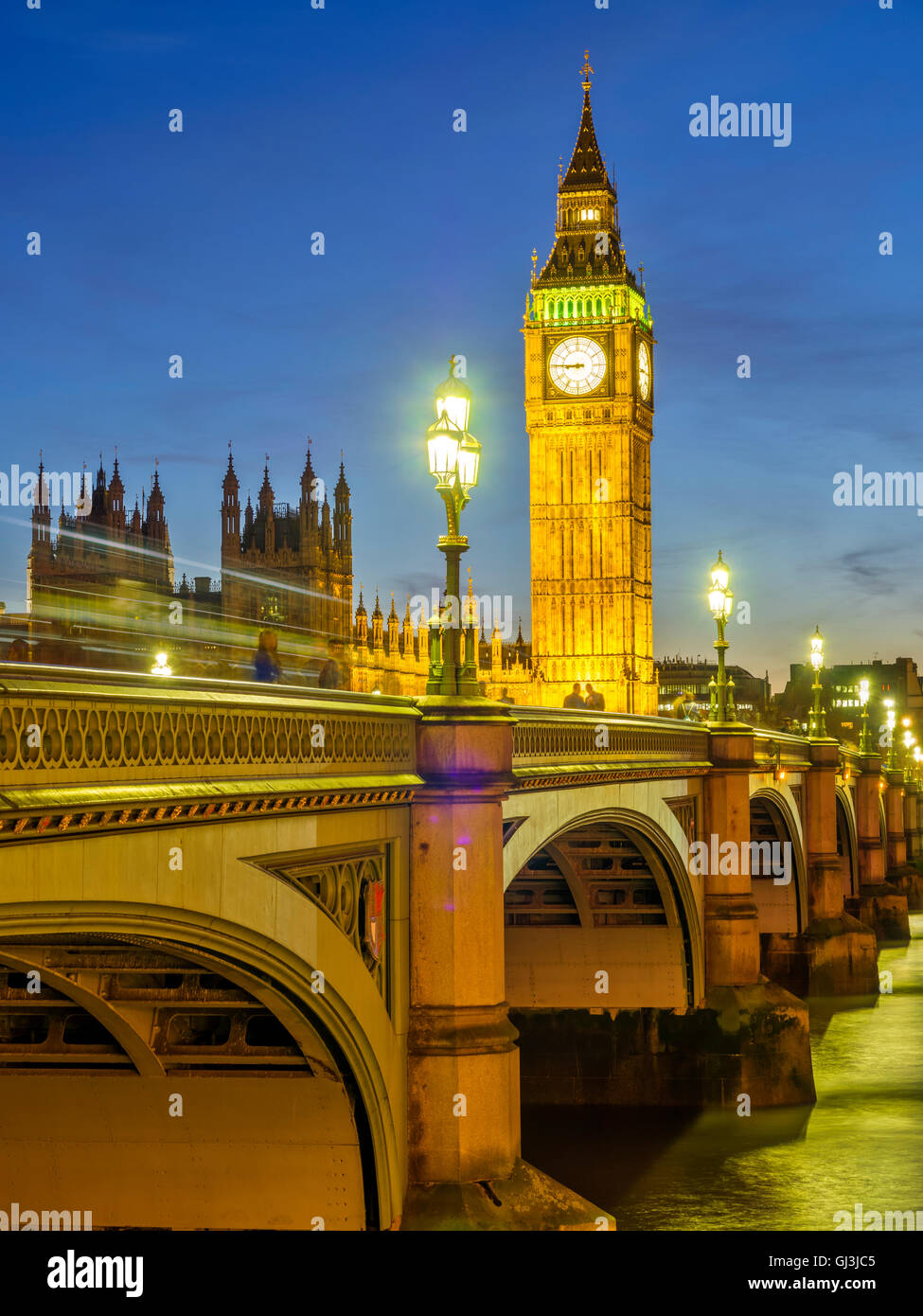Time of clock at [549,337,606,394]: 8:45
